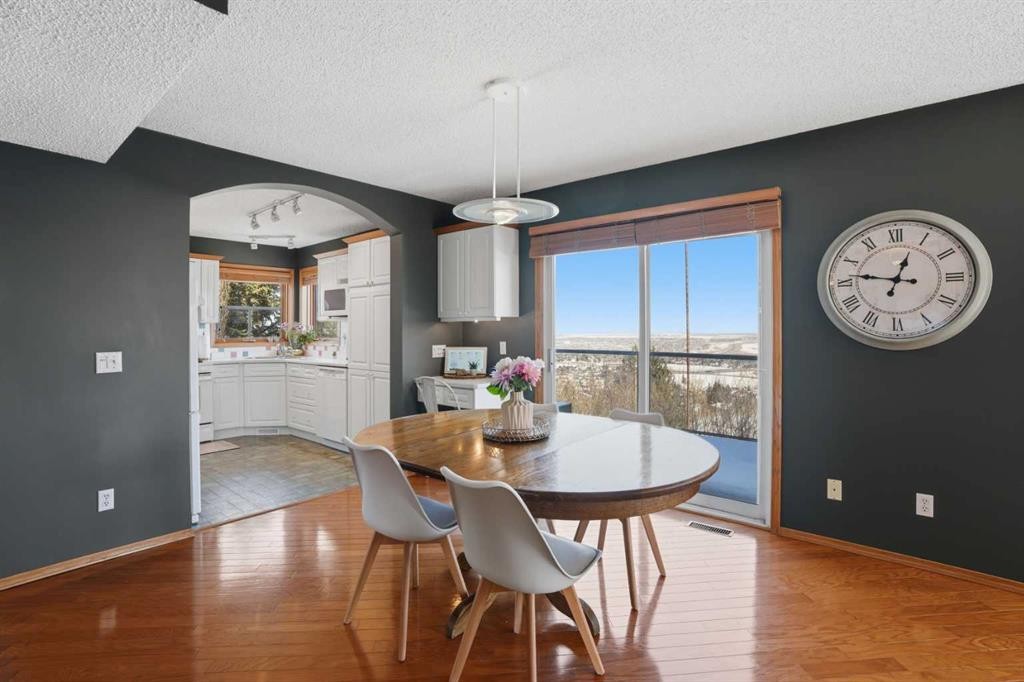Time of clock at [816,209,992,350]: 12:46
